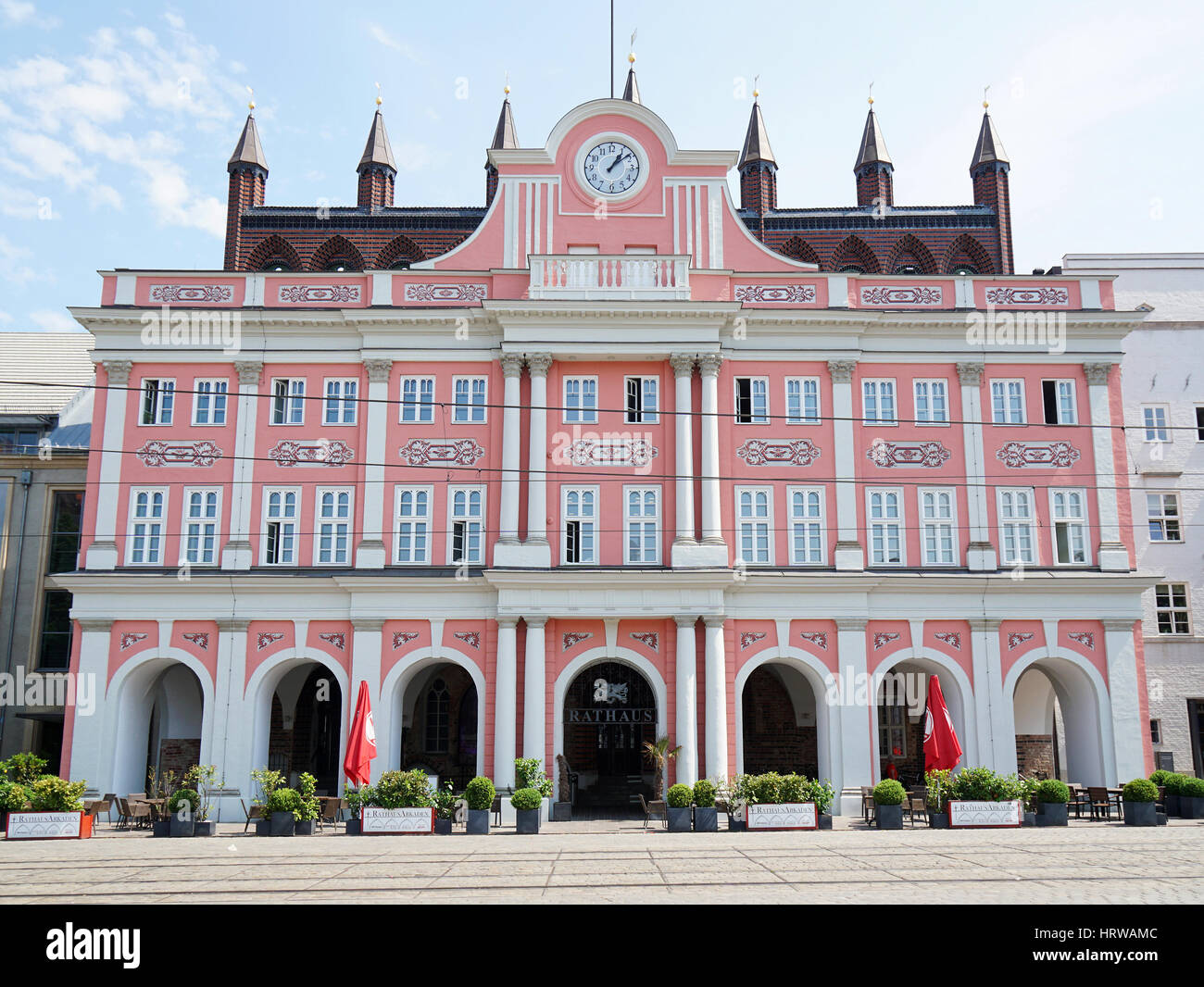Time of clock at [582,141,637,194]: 1:08
